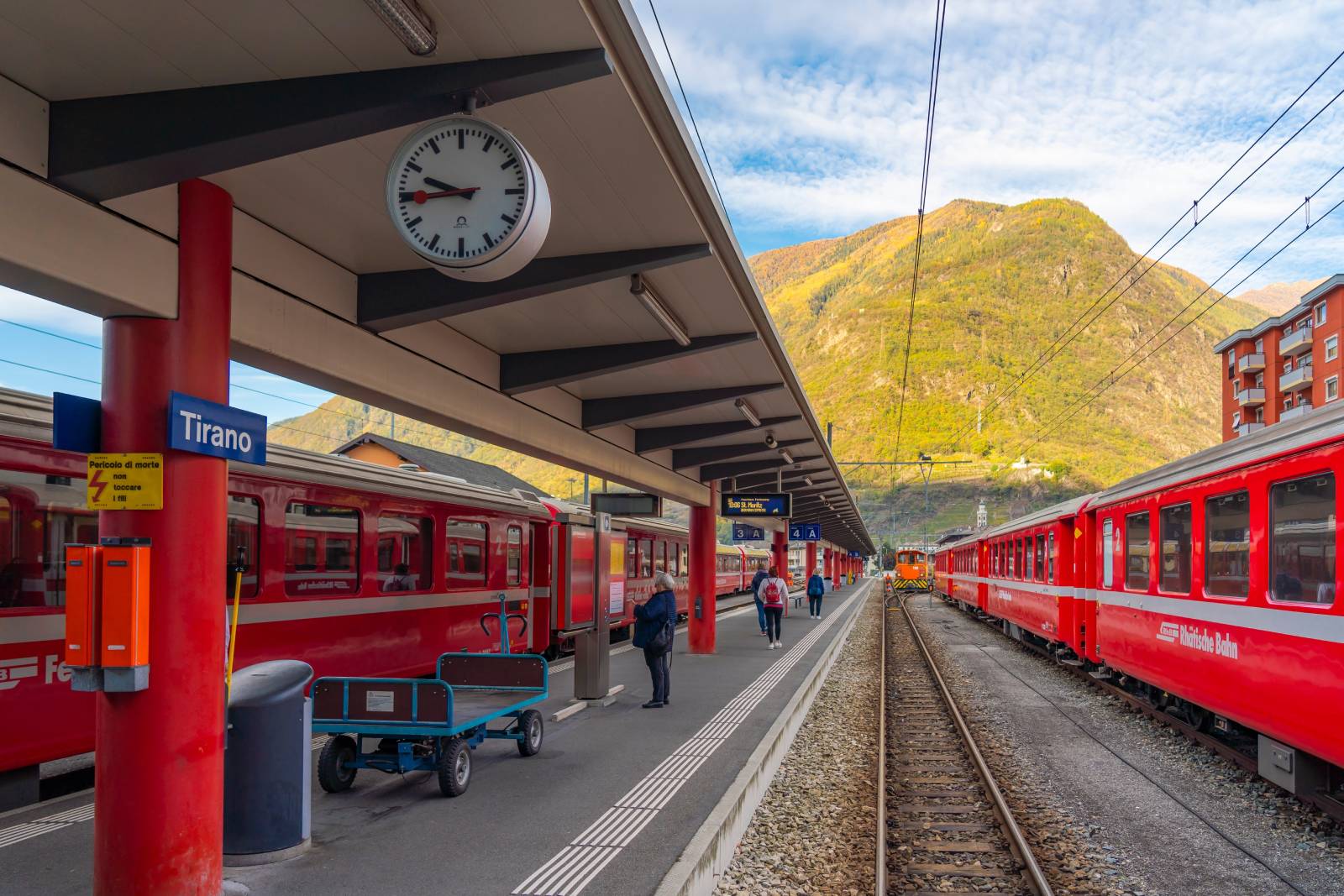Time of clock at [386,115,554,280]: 9:44
